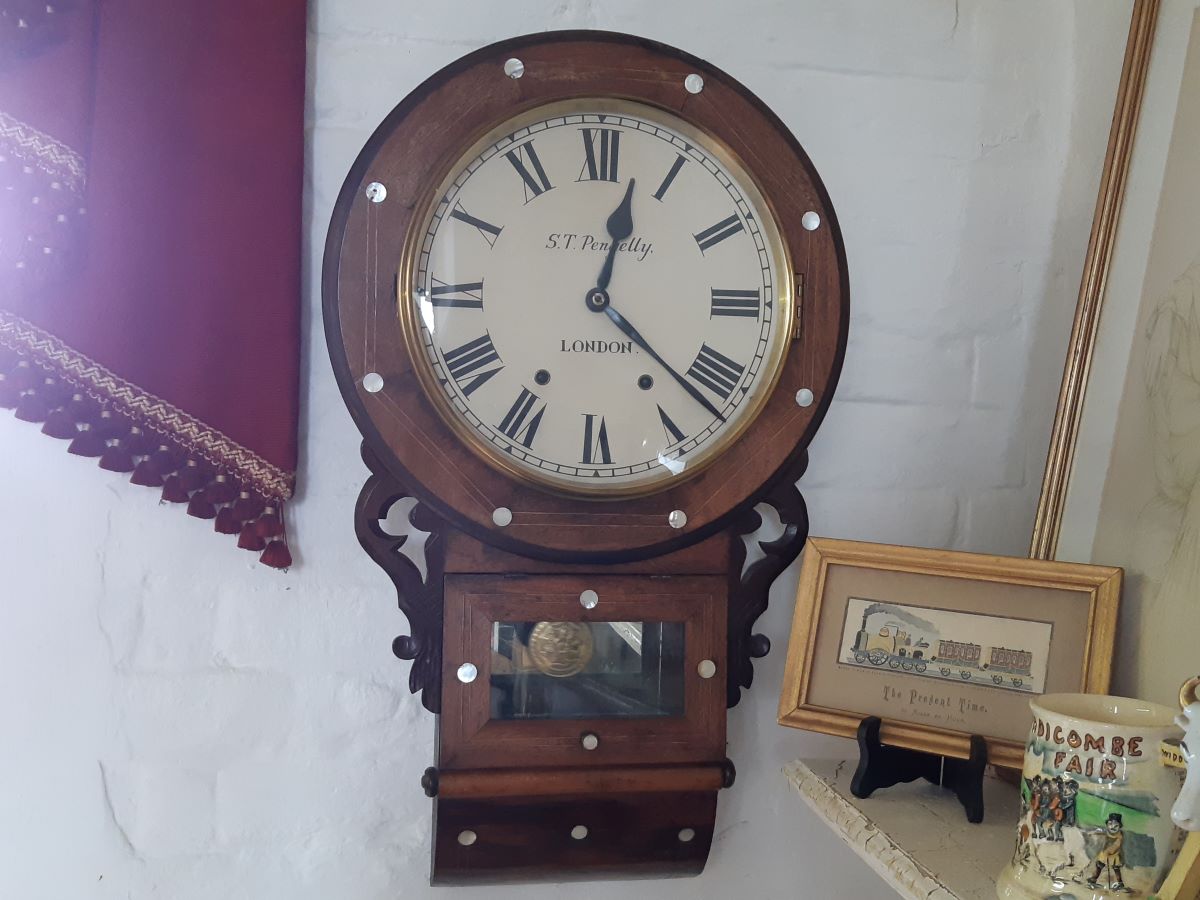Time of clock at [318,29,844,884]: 12:22
